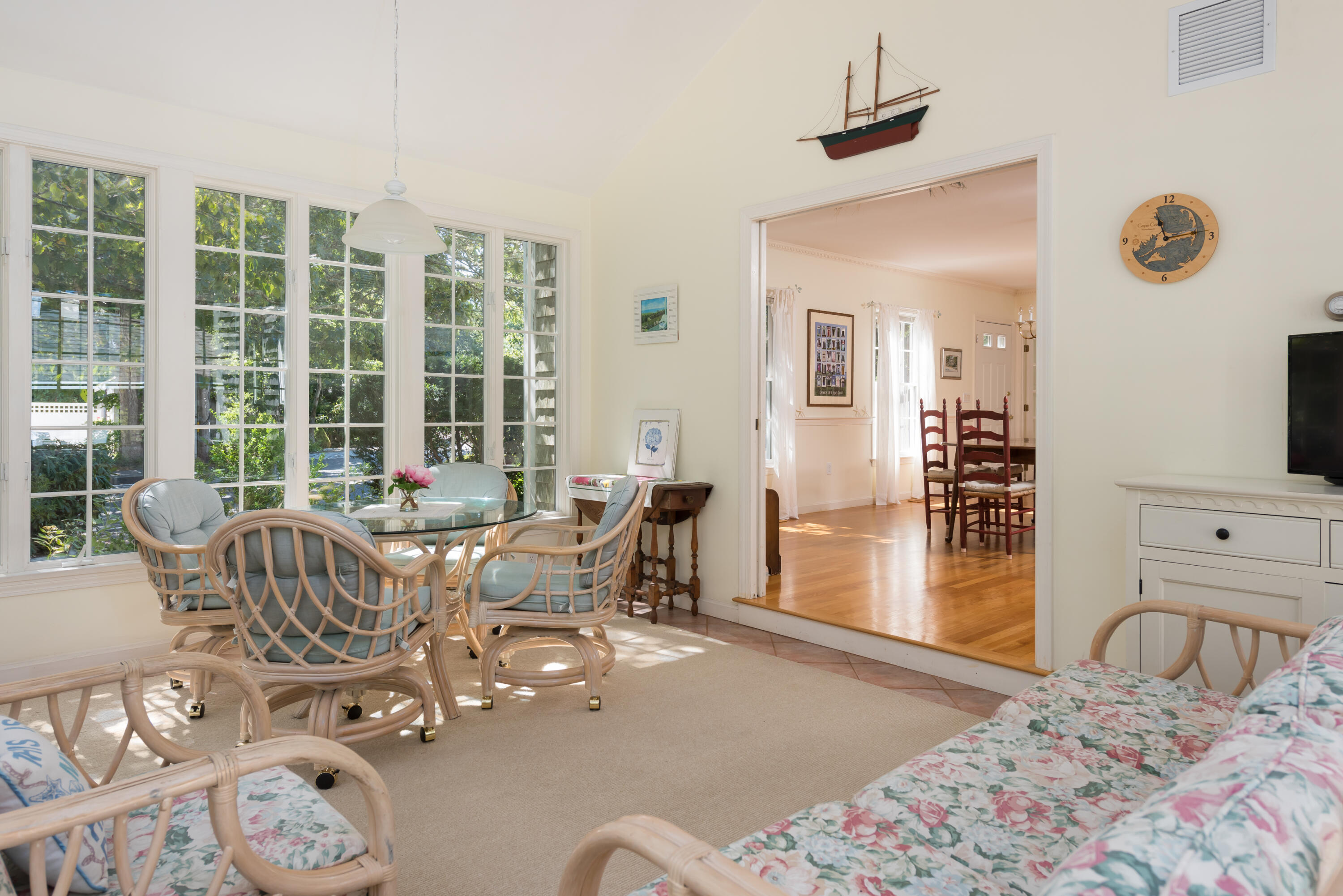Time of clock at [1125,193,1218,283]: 11:13
